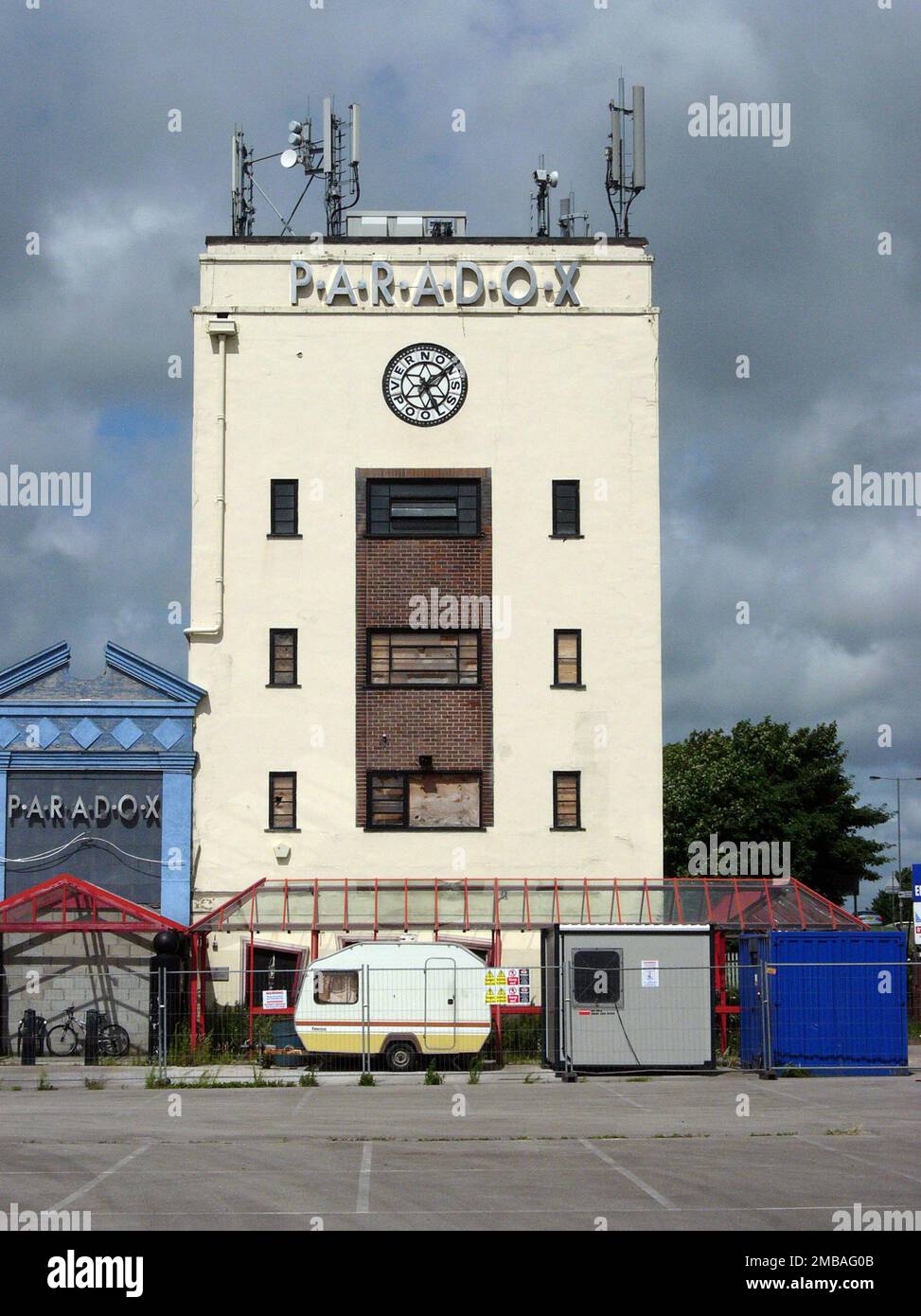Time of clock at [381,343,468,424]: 5:09
